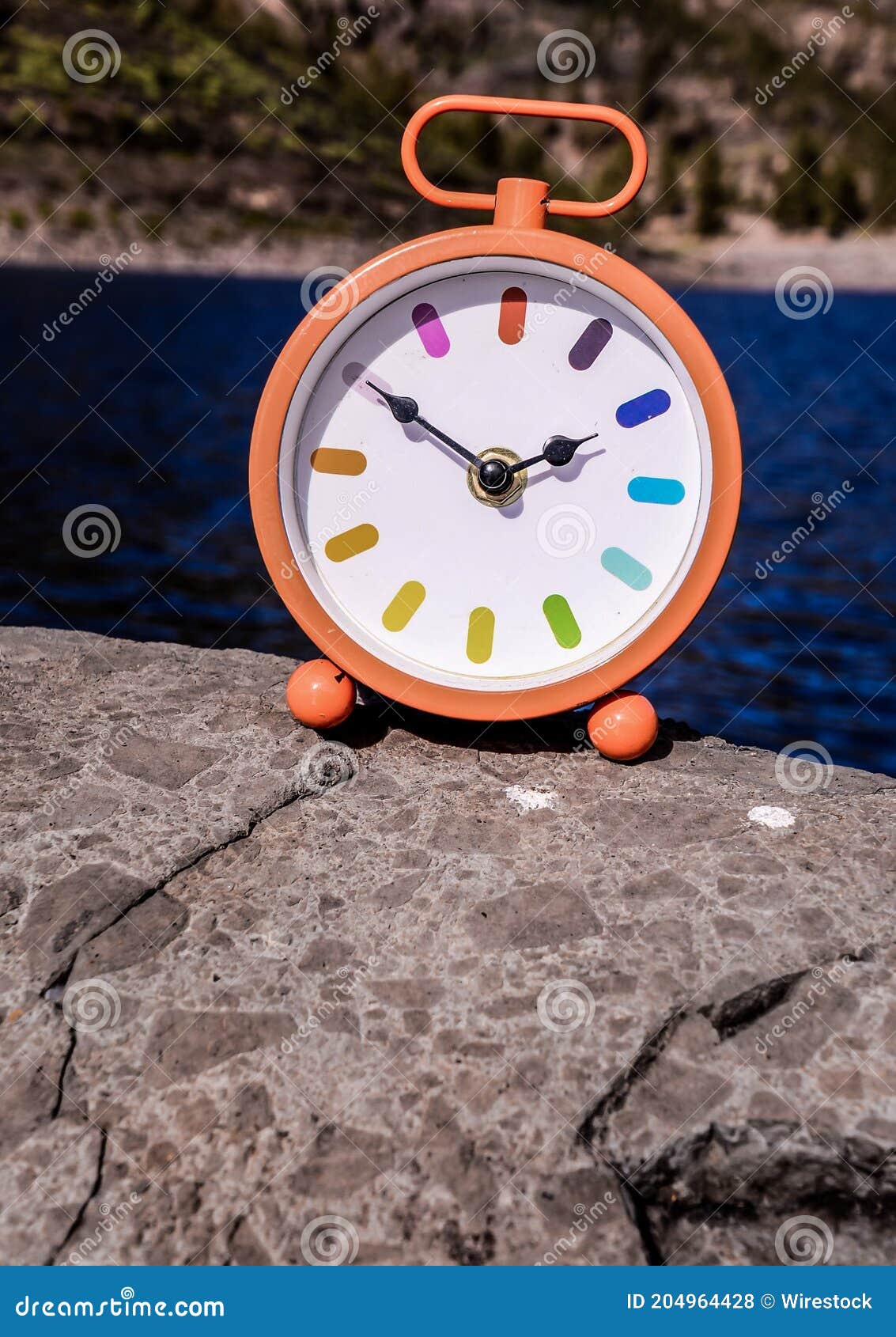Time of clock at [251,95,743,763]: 1:50
